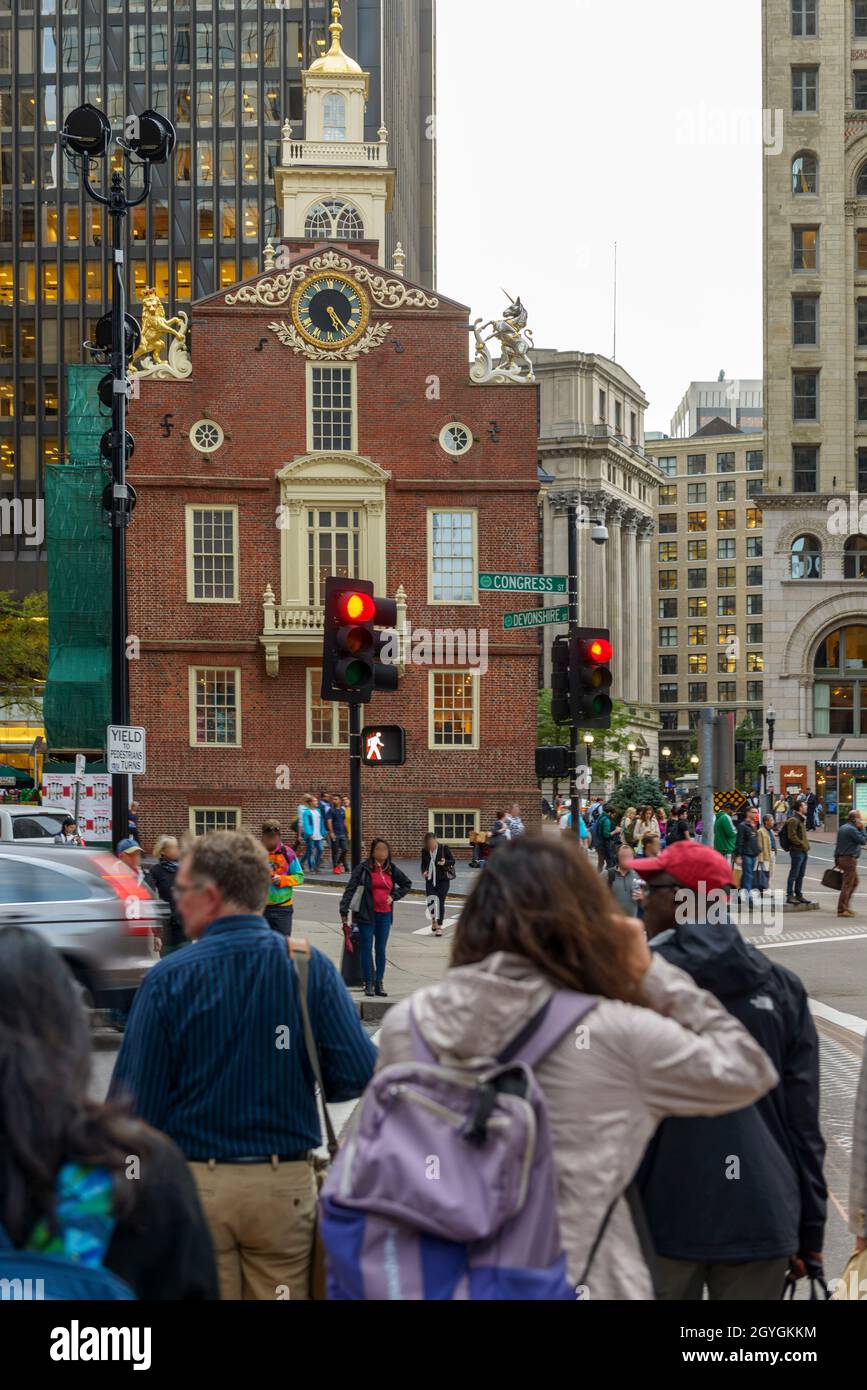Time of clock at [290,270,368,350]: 5:23
